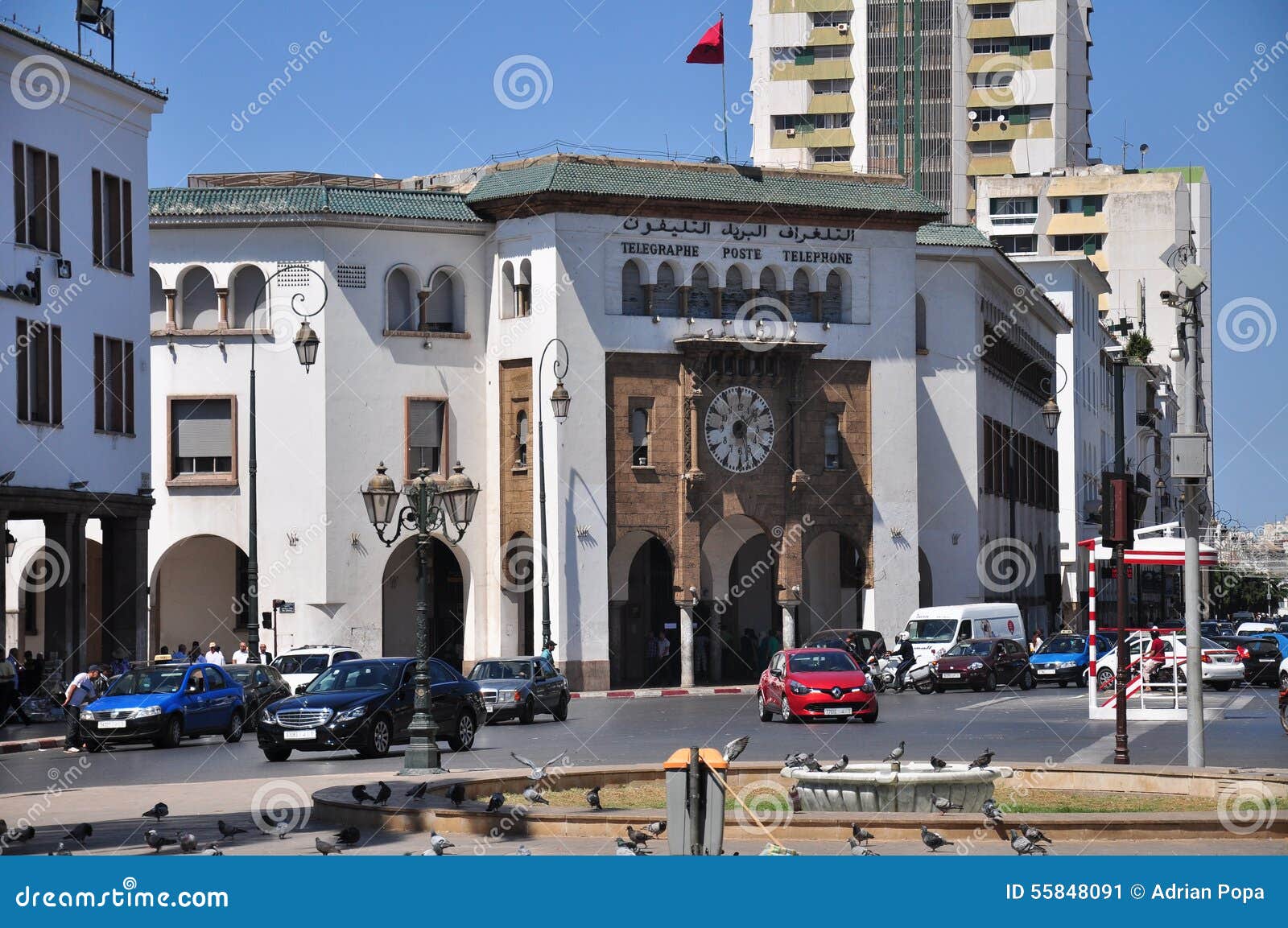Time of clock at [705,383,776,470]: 1:28
